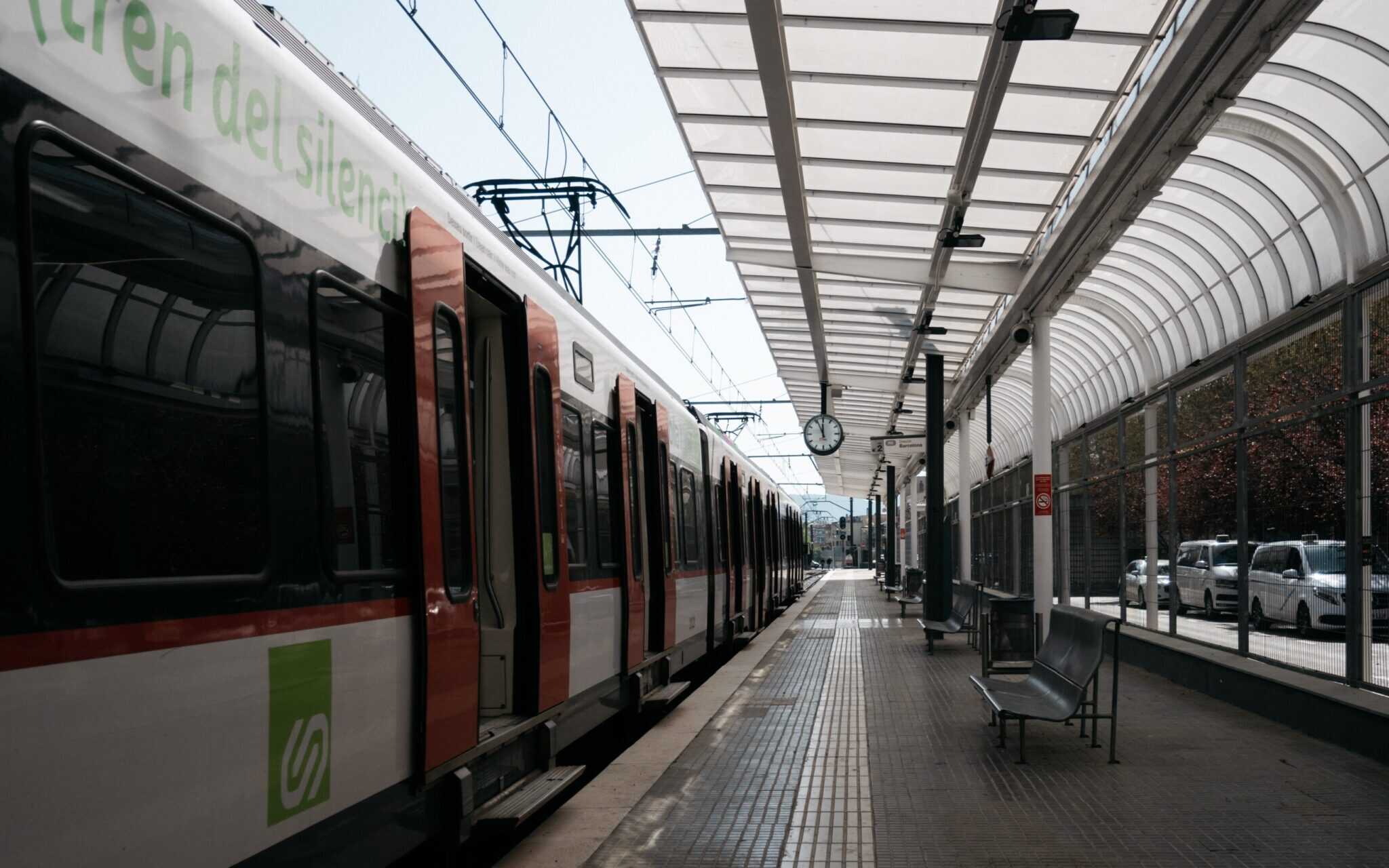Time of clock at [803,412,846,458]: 11:55
